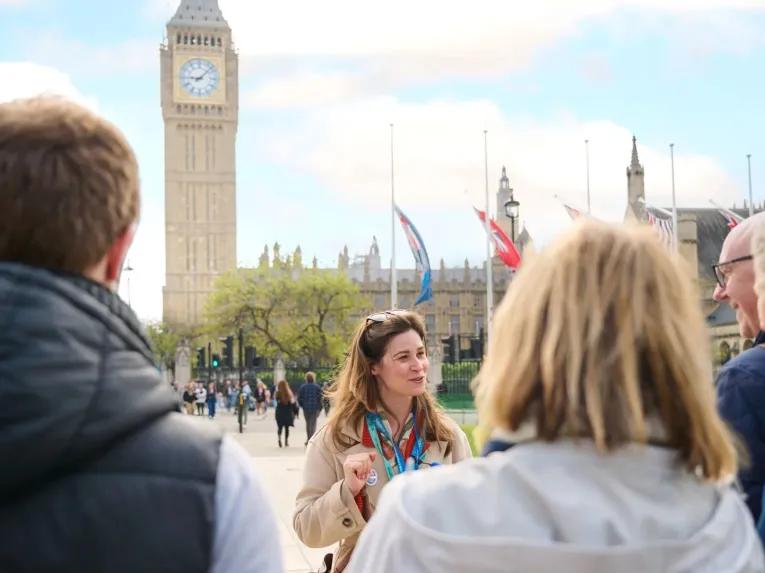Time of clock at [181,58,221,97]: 9:07
